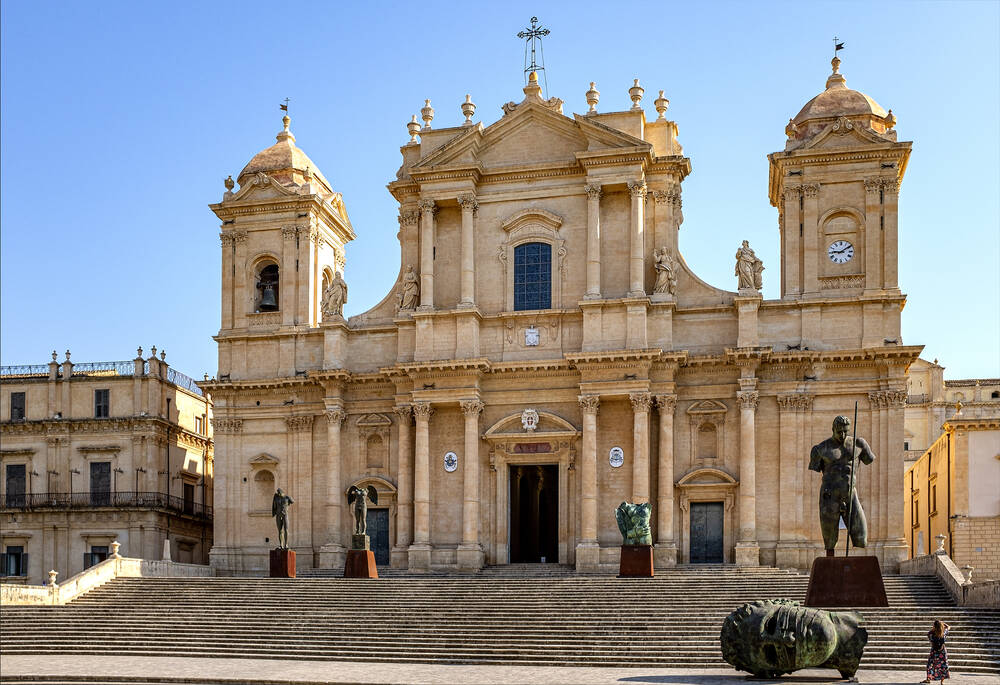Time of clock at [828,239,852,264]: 9:09
